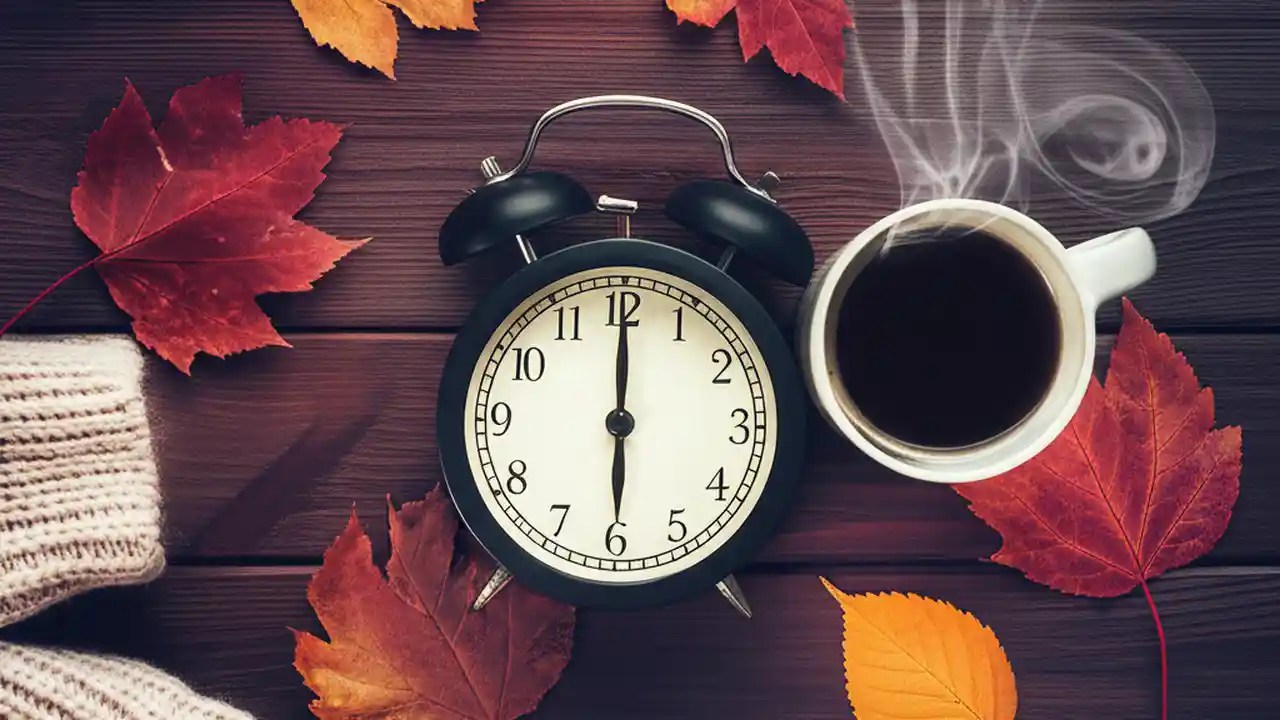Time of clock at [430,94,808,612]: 6:00
